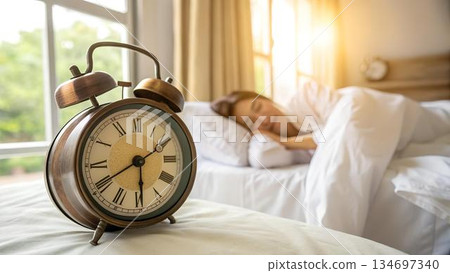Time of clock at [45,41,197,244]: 5:40
